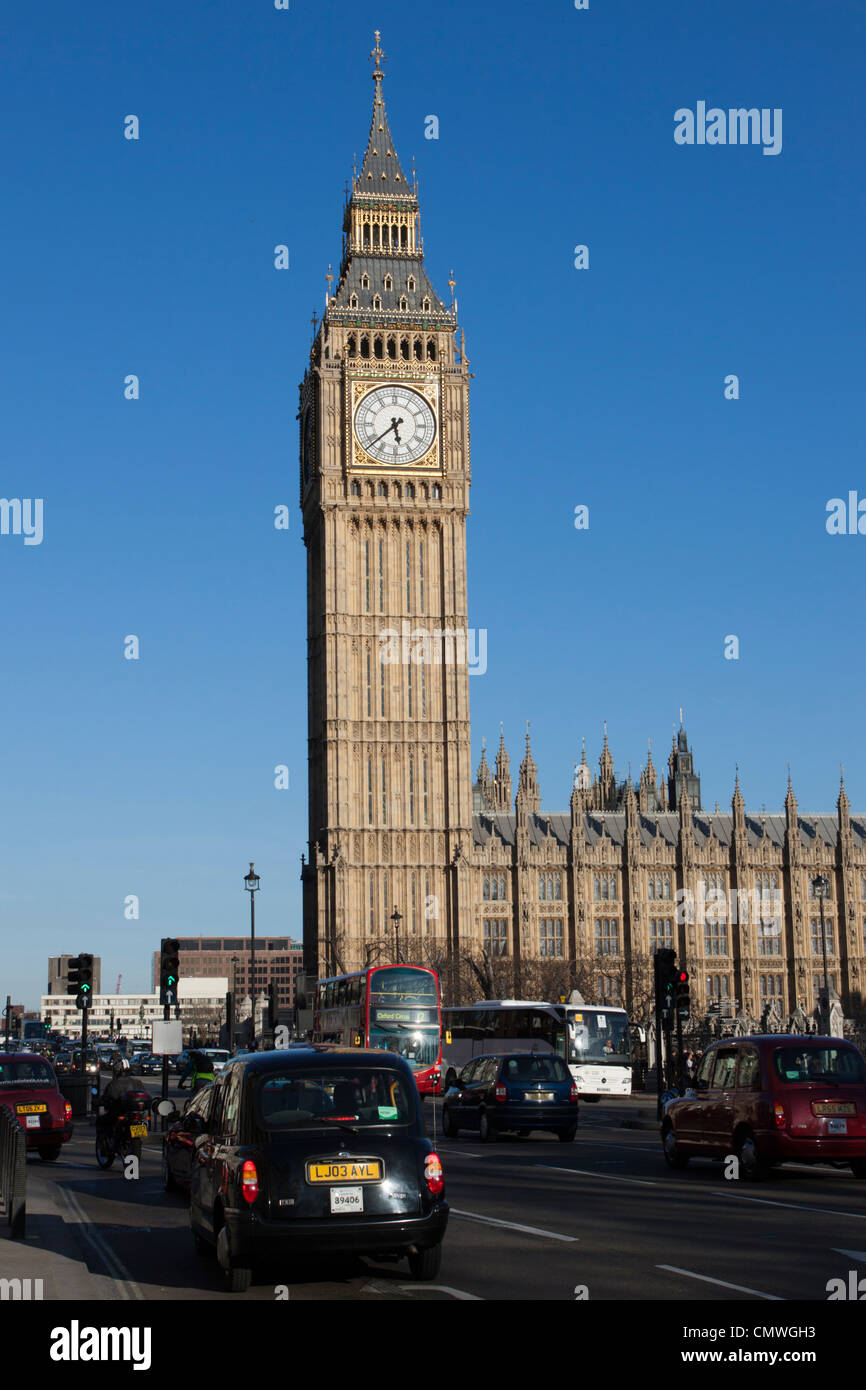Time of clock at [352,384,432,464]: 5:38
